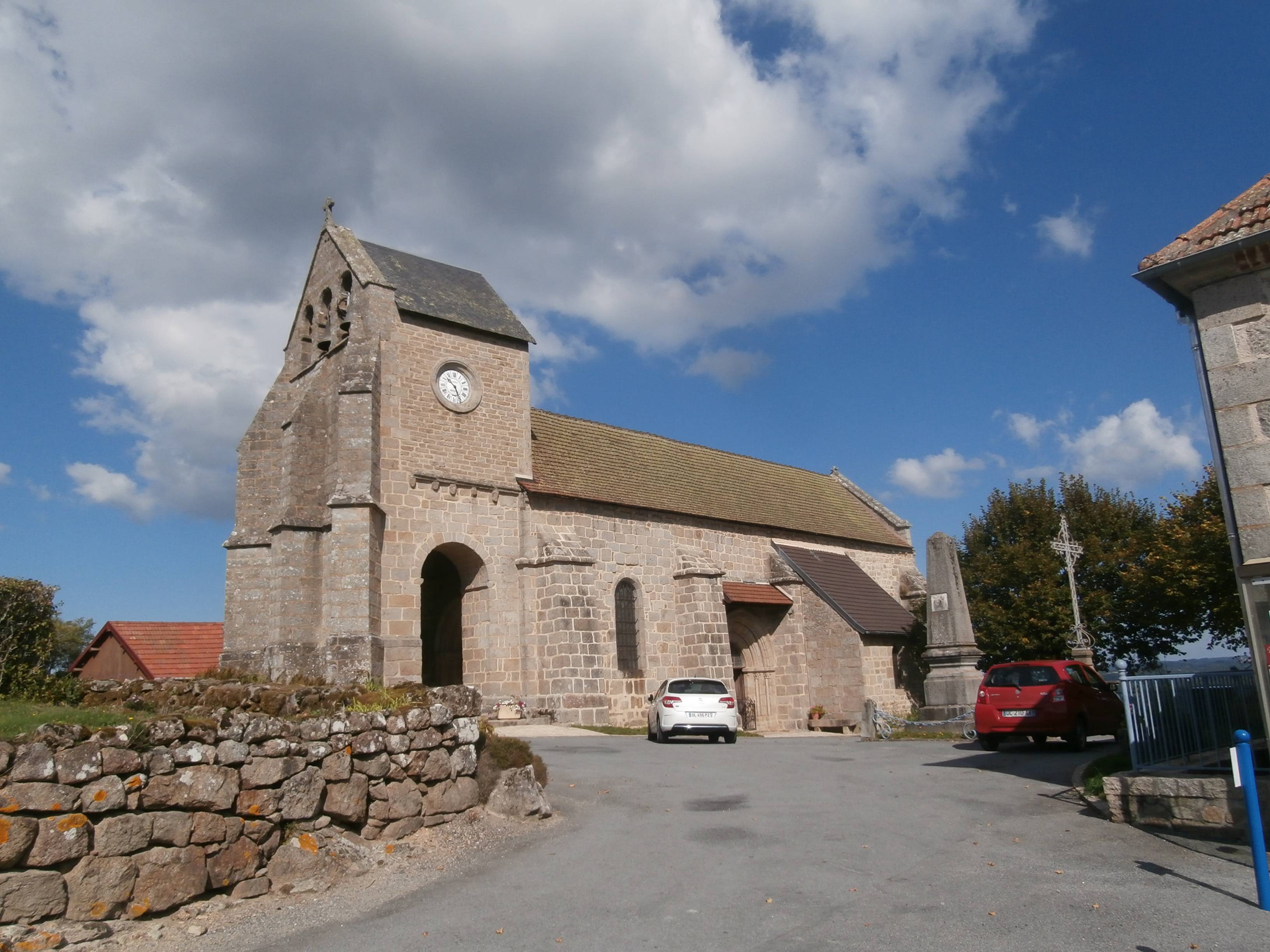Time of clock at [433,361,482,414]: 10:26
